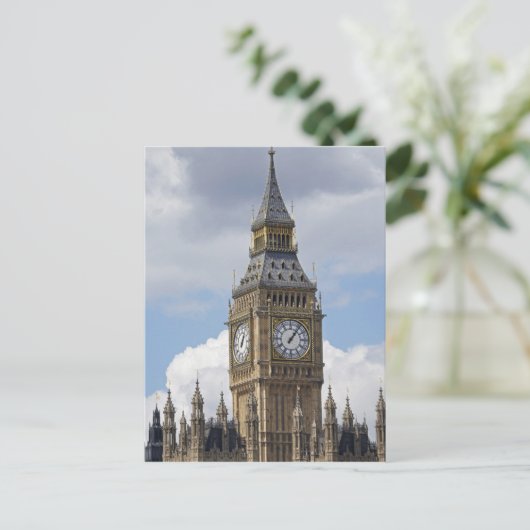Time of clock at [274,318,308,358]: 1:06
